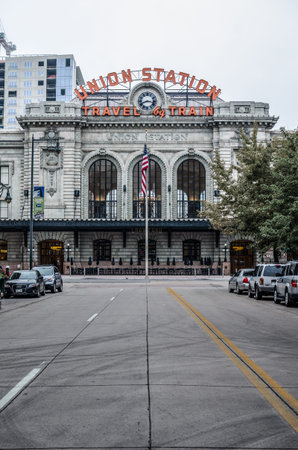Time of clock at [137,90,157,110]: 8:16
